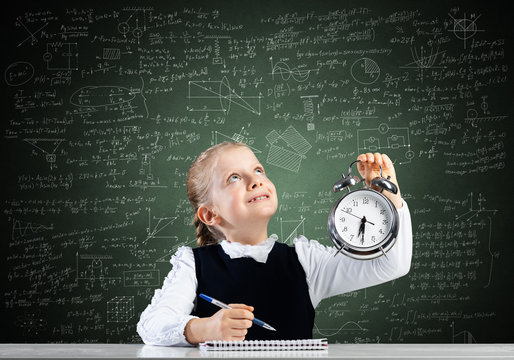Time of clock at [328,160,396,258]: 6:29
